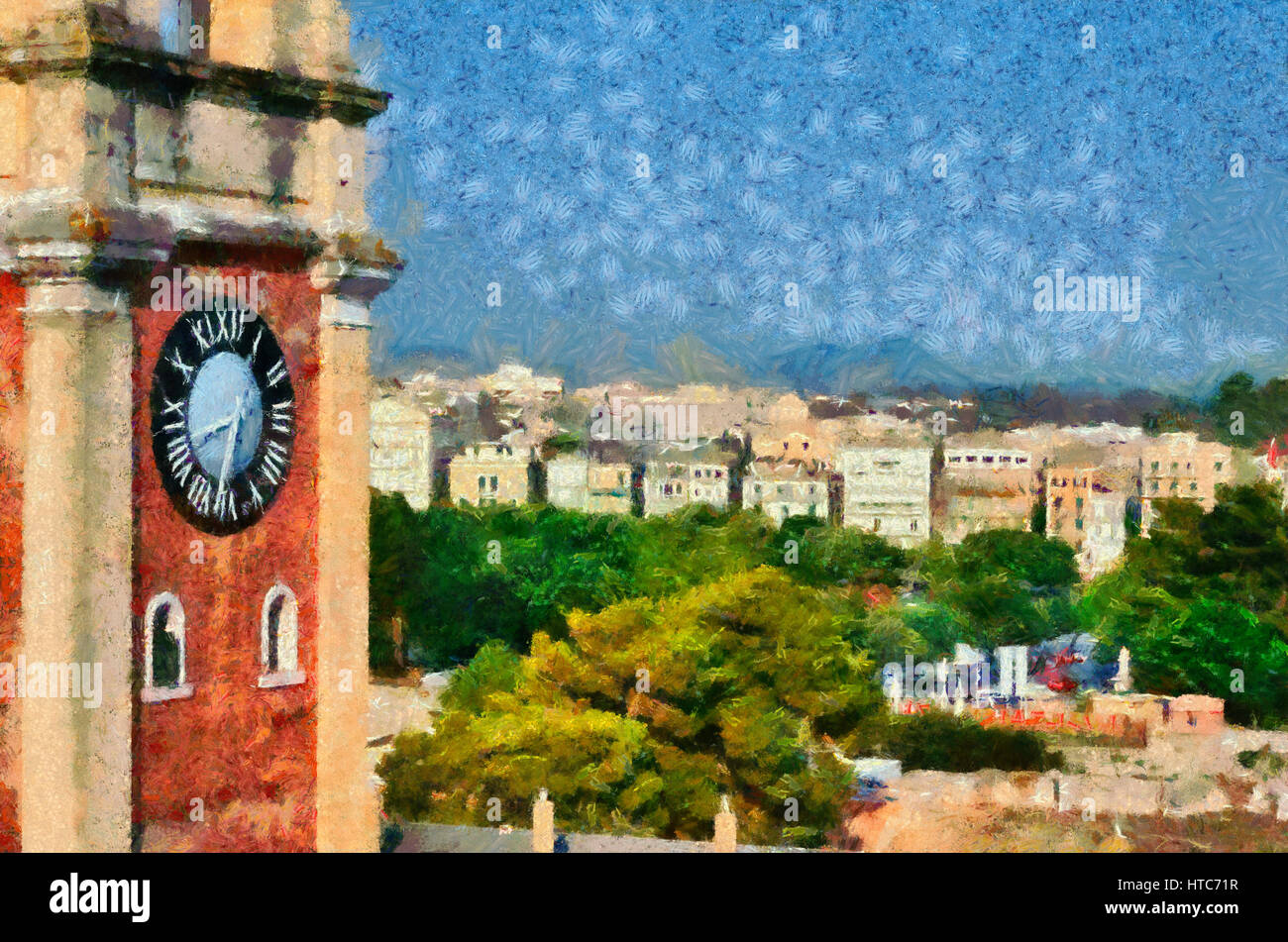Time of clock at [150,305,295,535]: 8:32
